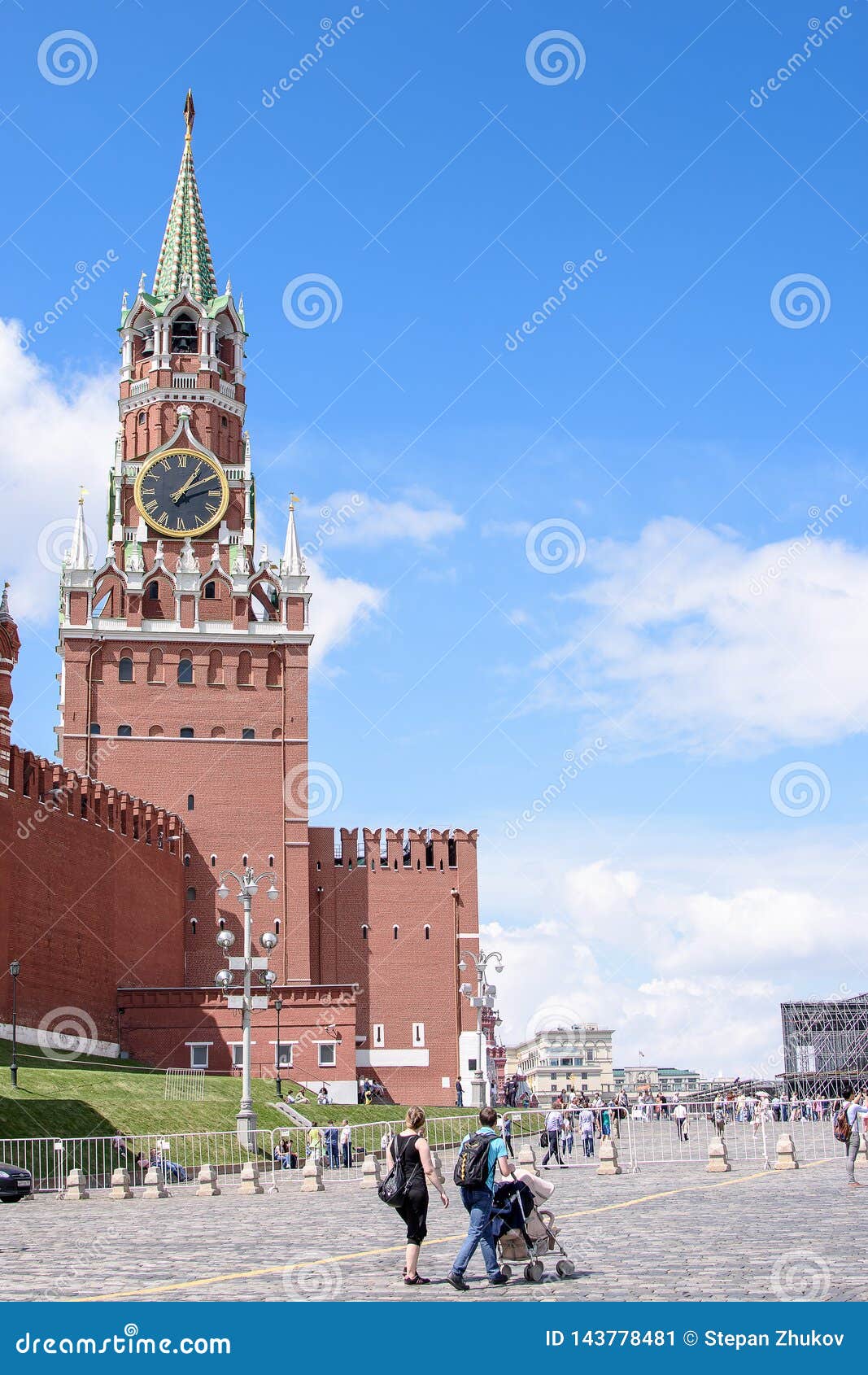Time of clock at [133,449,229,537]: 1:10
